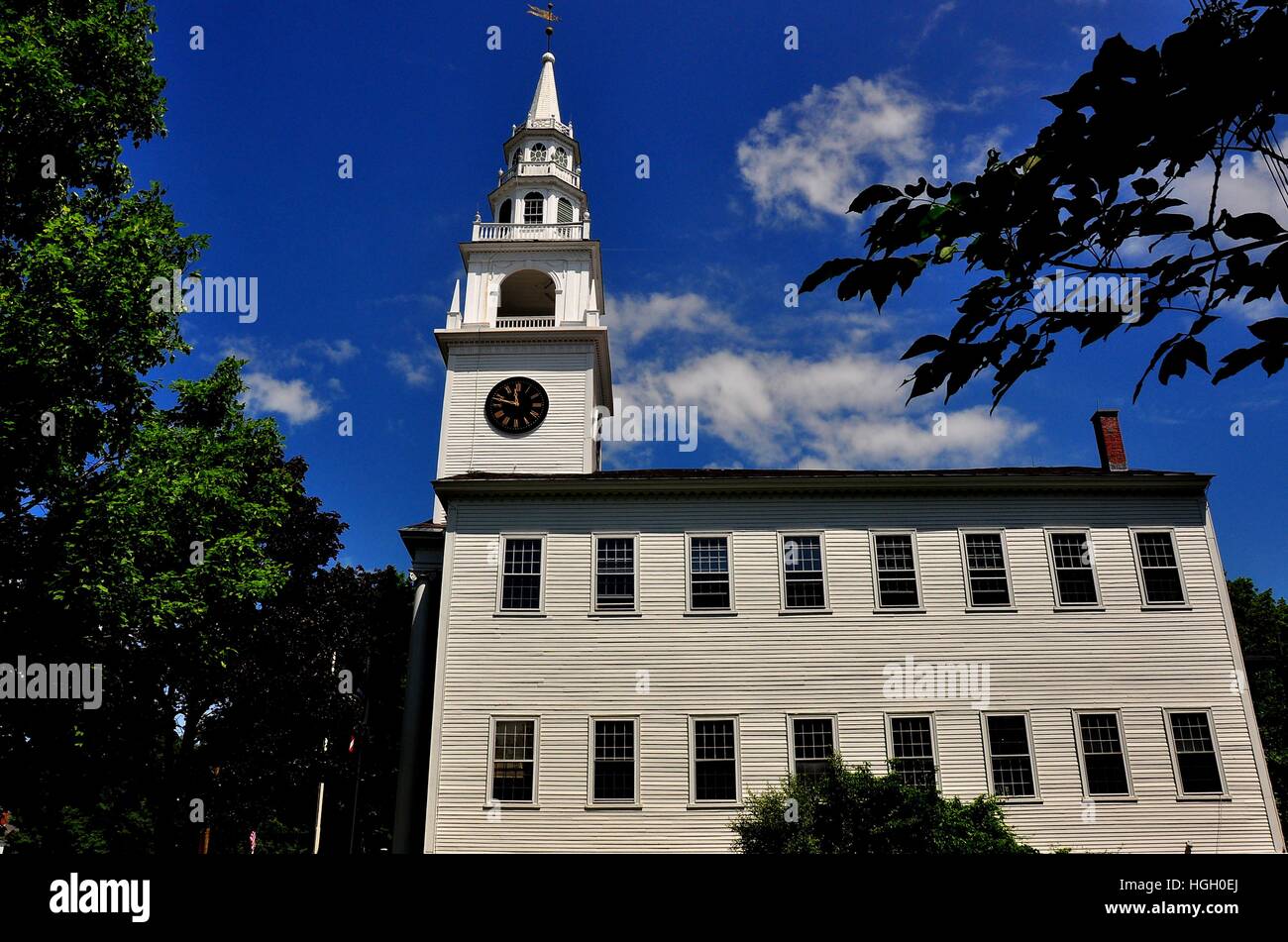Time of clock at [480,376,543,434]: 11:47
